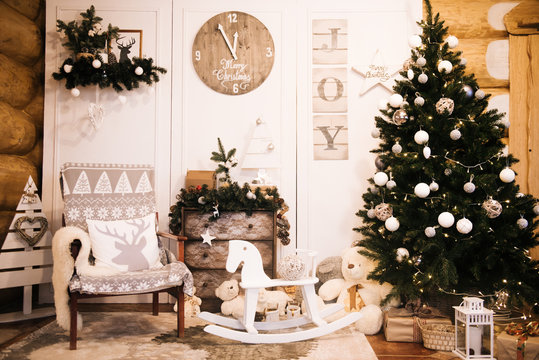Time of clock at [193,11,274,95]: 12:55
